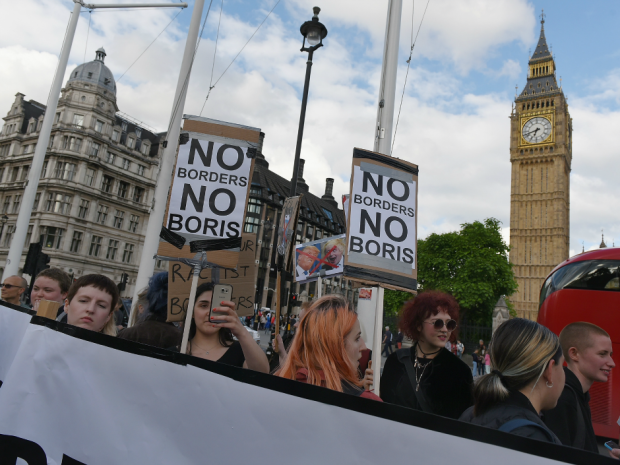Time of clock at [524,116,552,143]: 6:41
